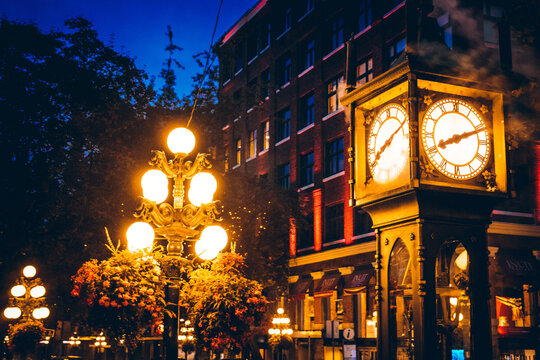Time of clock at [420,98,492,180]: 8:11
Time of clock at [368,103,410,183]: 8:11
